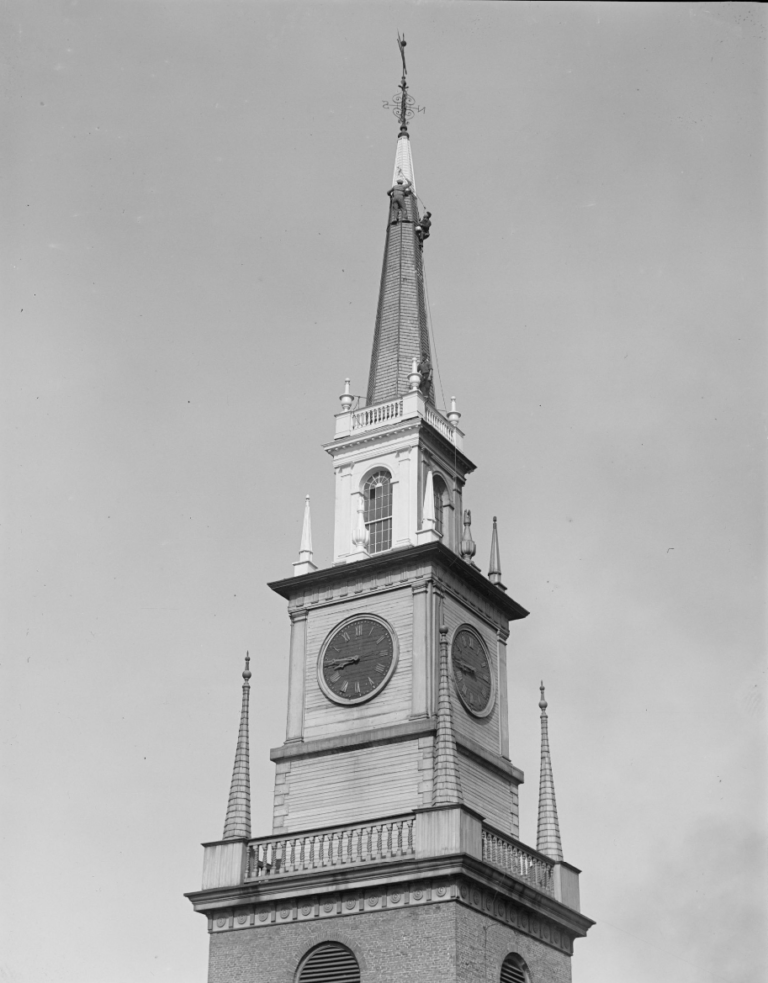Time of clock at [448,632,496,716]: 8:45
